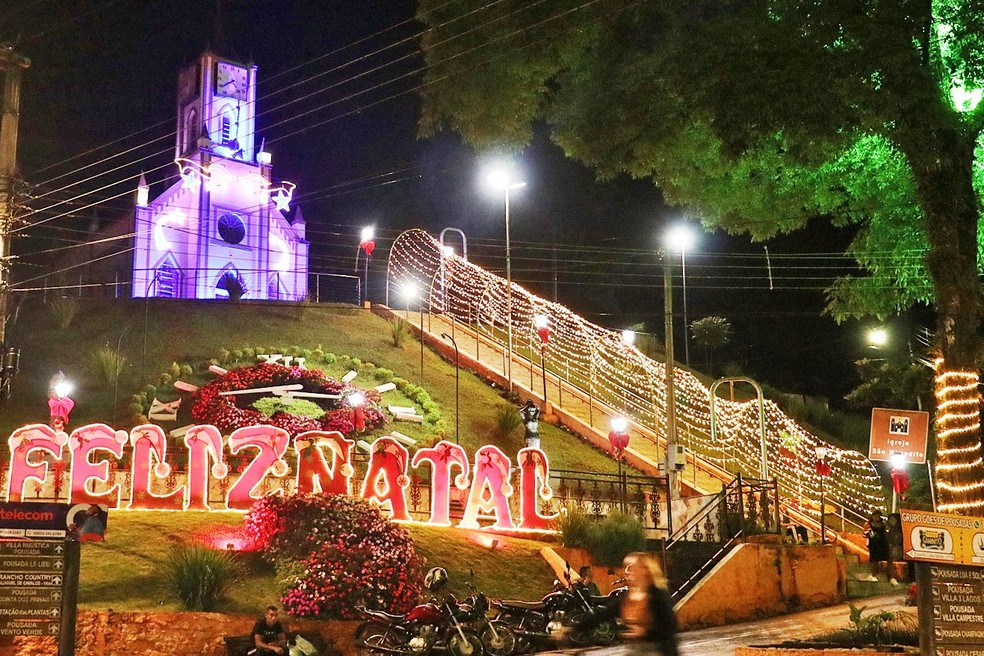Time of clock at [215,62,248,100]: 4:40
